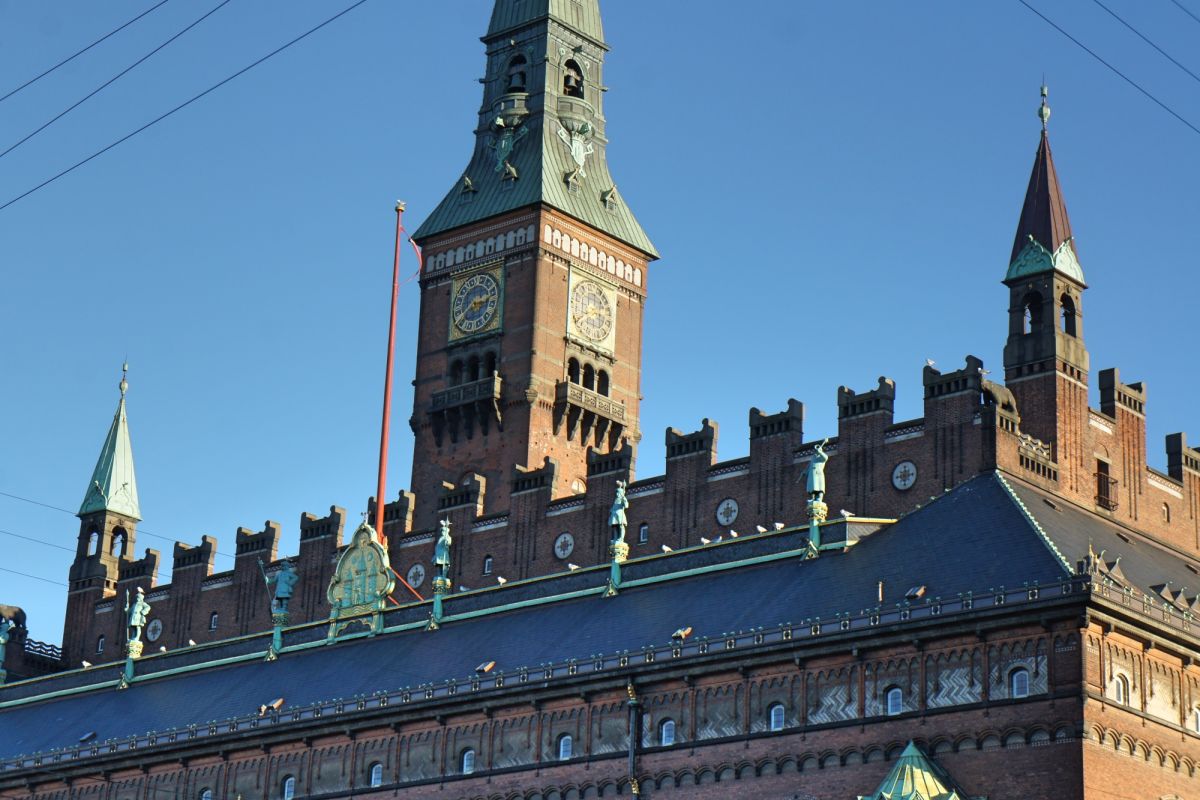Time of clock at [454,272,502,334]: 2:40
